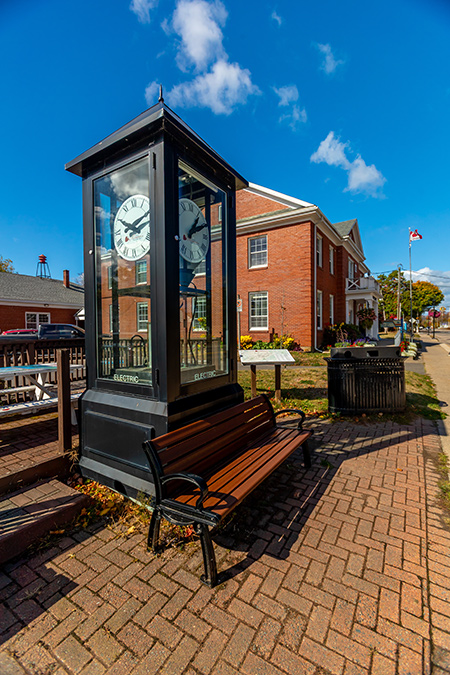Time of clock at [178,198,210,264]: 1:10
